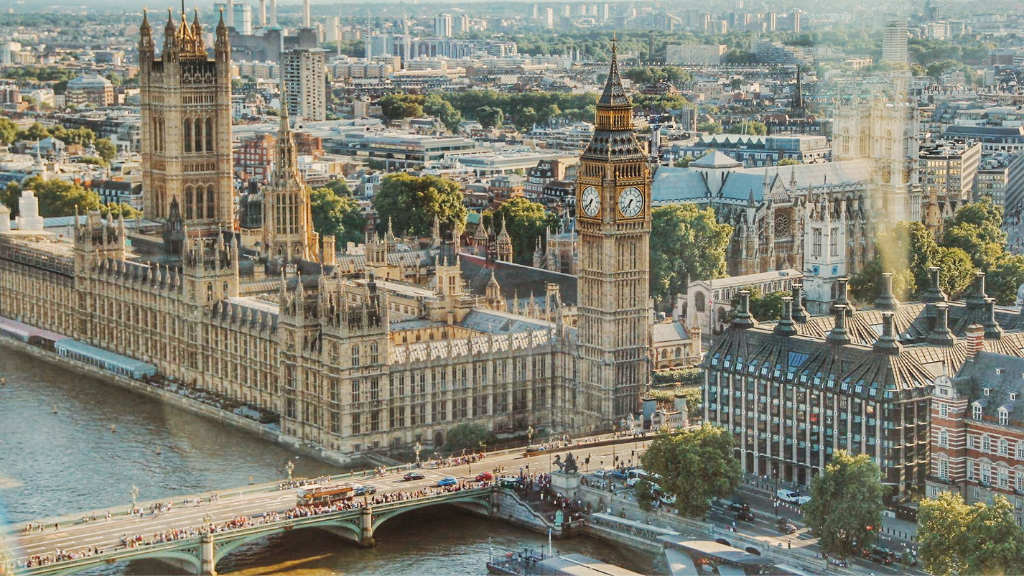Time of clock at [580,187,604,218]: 6:38
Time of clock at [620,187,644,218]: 6:37
